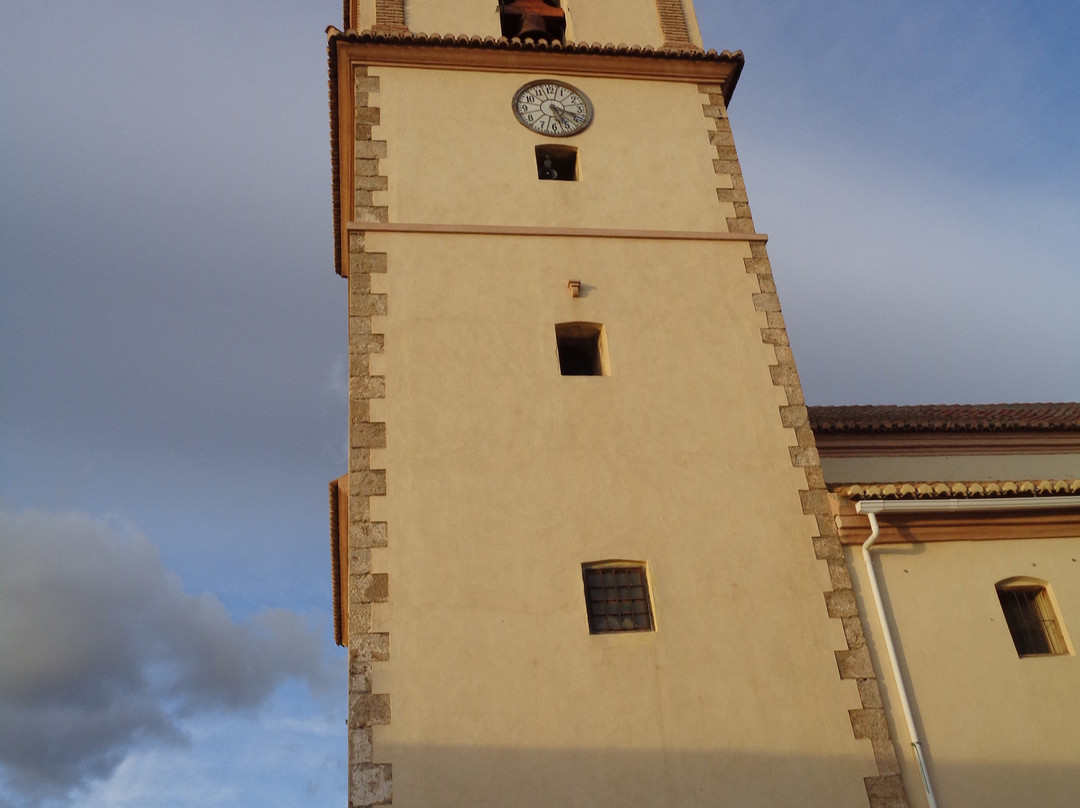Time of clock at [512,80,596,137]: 5:18
